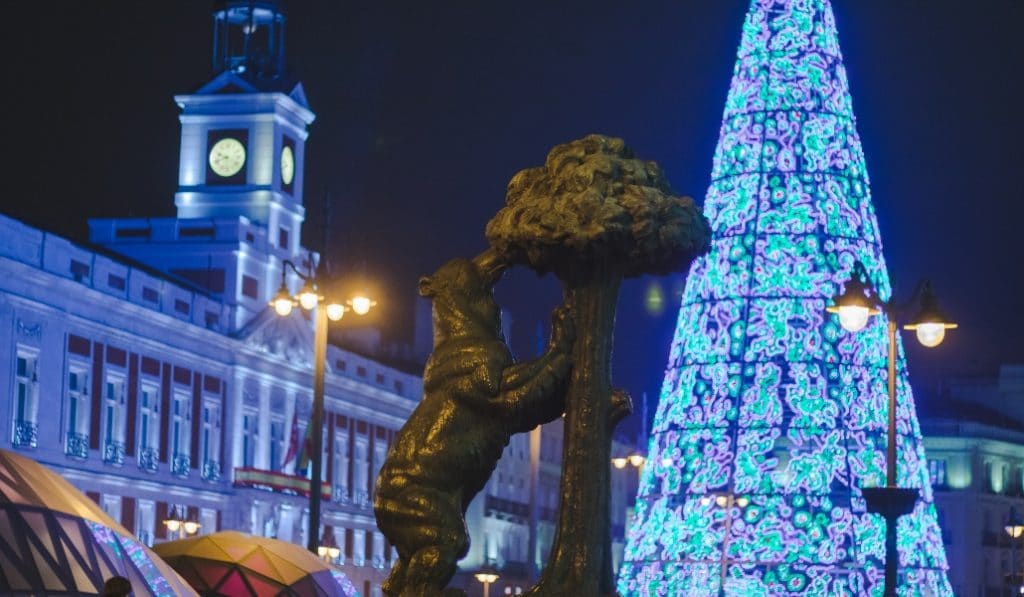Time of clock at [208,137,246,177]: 9:42
